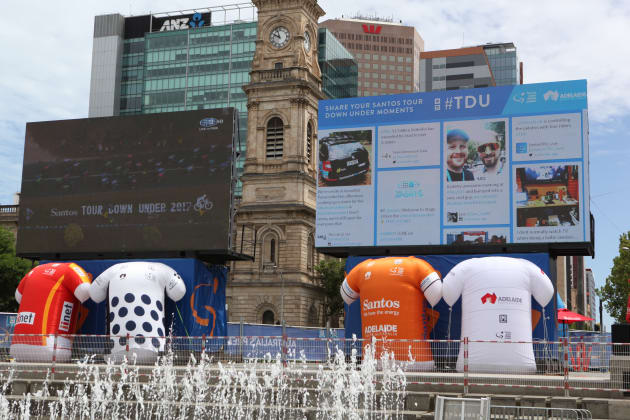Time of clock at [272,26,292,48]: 9:57
